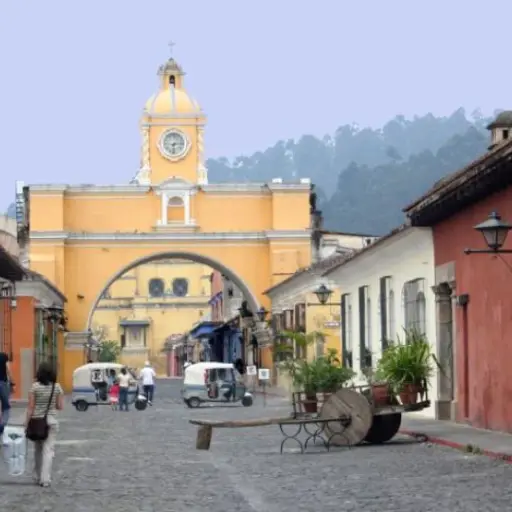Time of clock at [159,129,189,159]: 6:13
